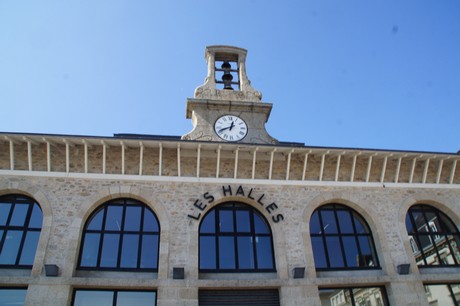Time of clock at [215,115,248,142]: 12:41
